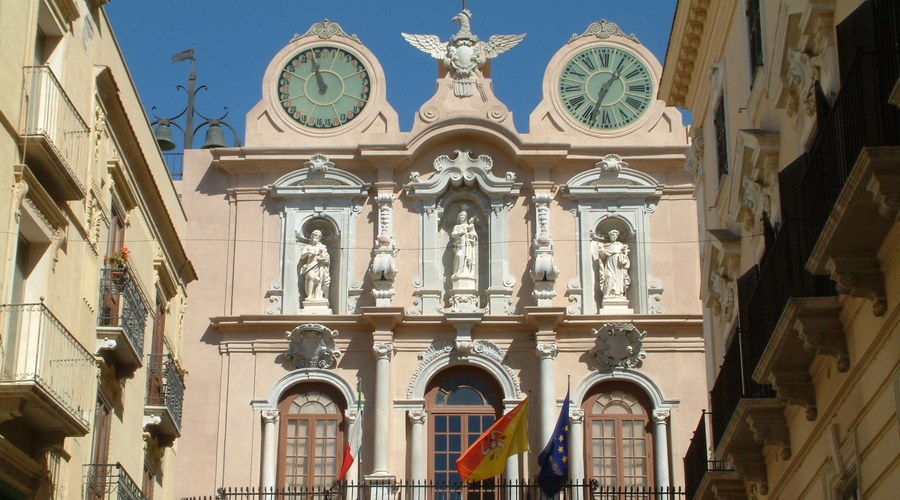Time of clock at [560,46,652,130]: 1:33
